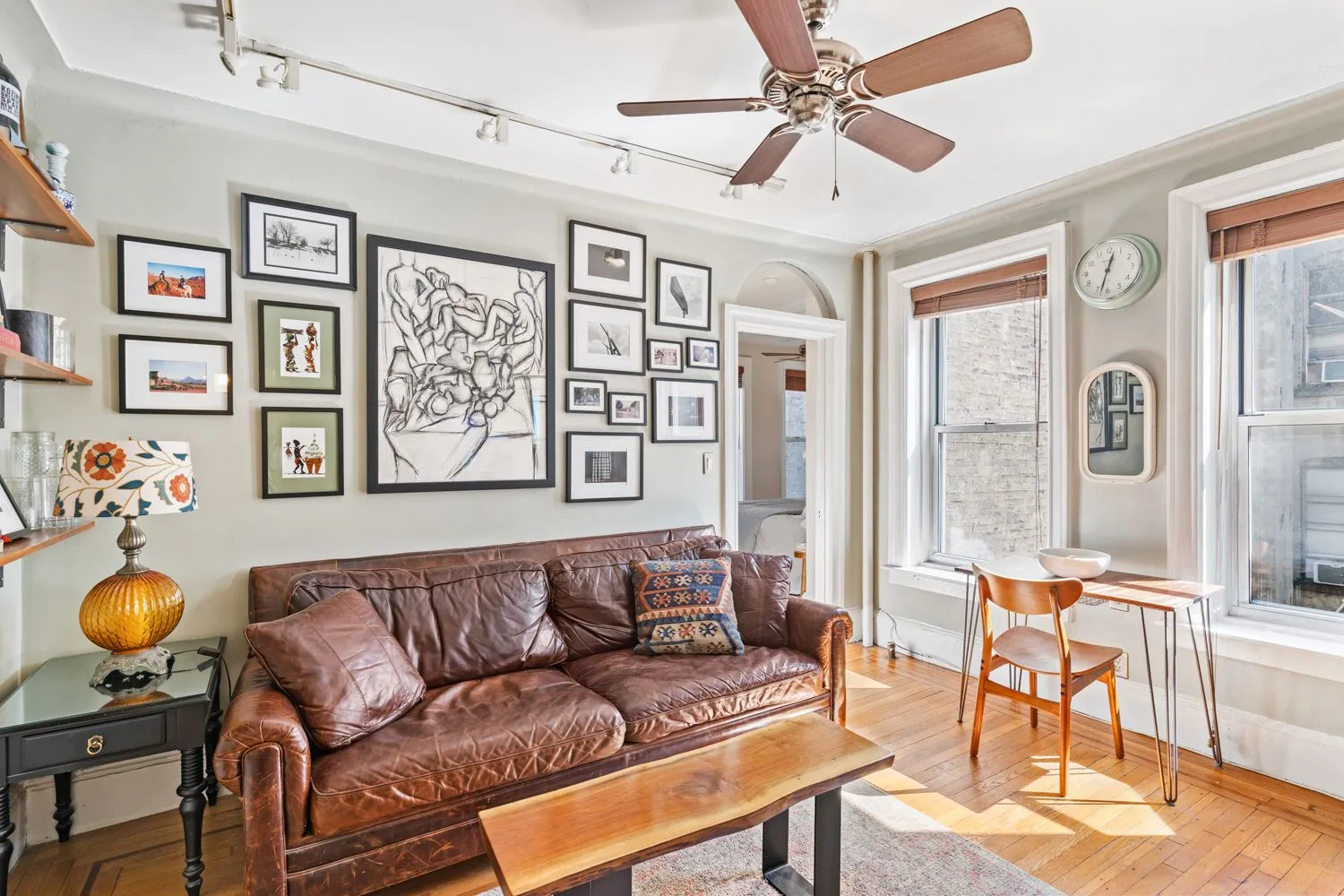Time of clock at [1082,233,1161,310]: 12:32
